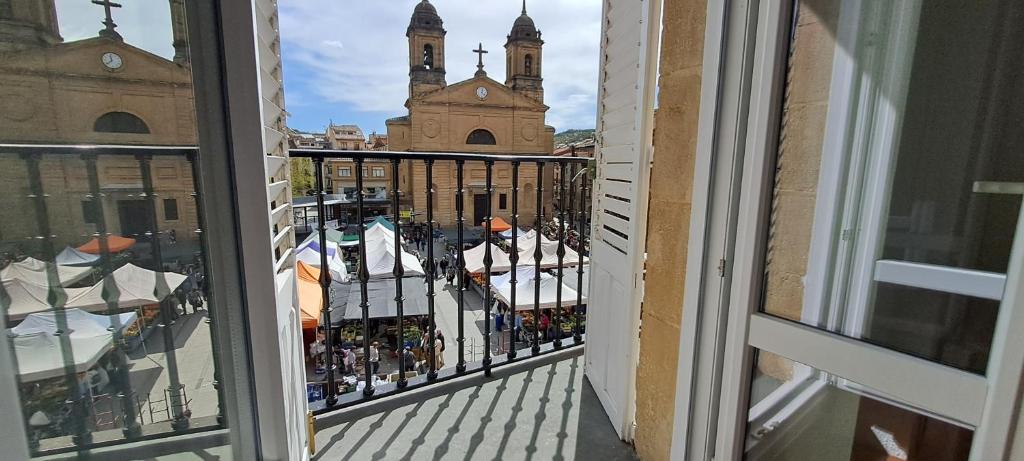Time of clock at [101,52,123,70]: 11:37
